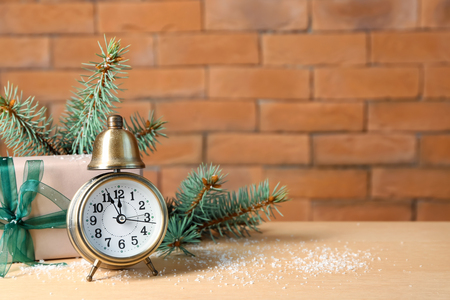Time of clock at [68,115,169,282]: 11:55
